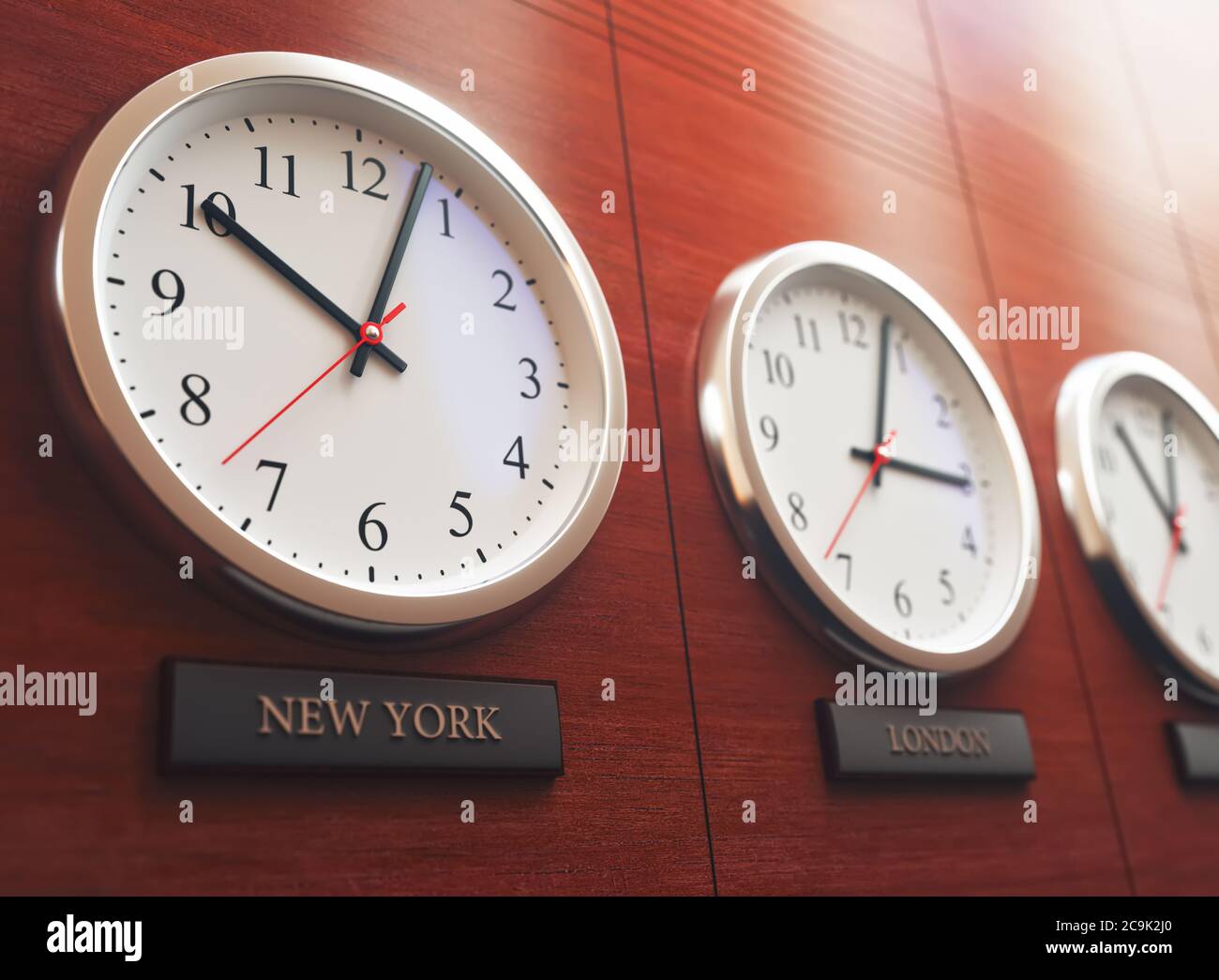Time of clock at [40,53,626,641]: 10:03
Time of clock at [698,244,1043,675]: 3:03
